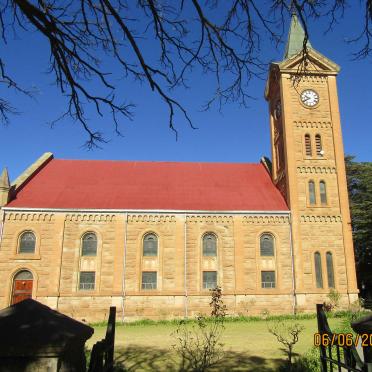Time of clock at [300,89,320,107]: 9:40
